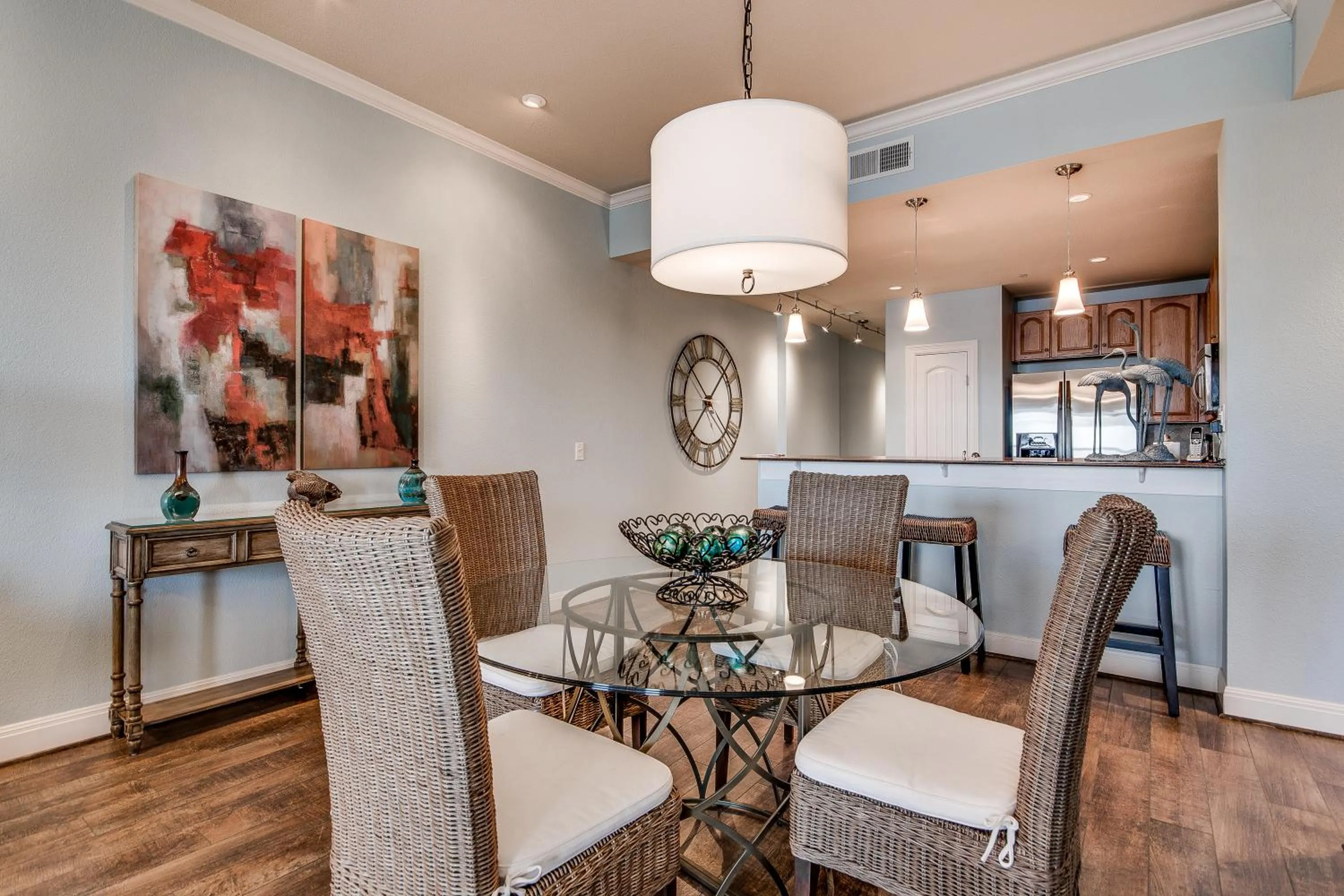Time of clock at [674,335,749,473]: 1:37
